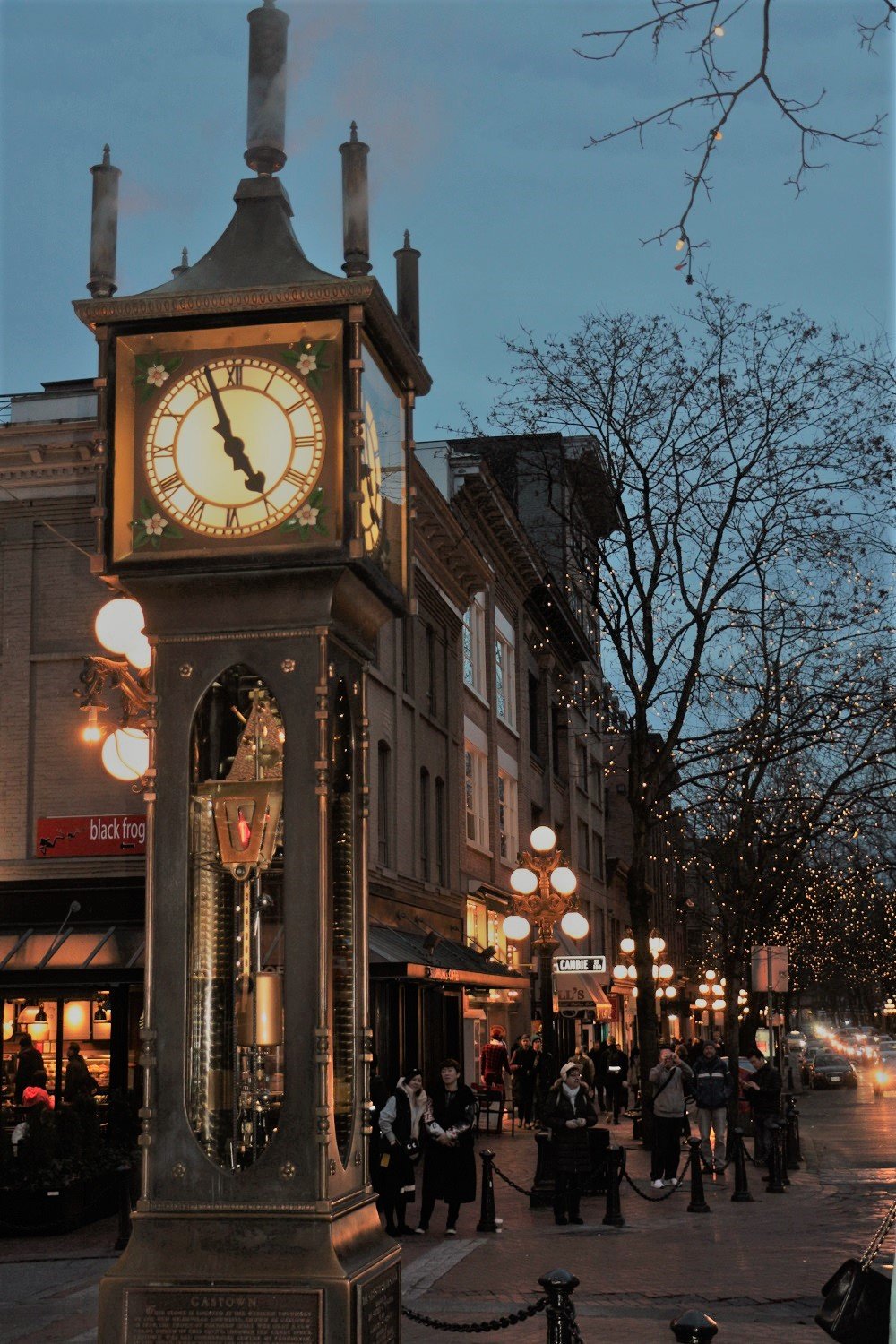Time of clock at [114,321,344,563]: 4:57
